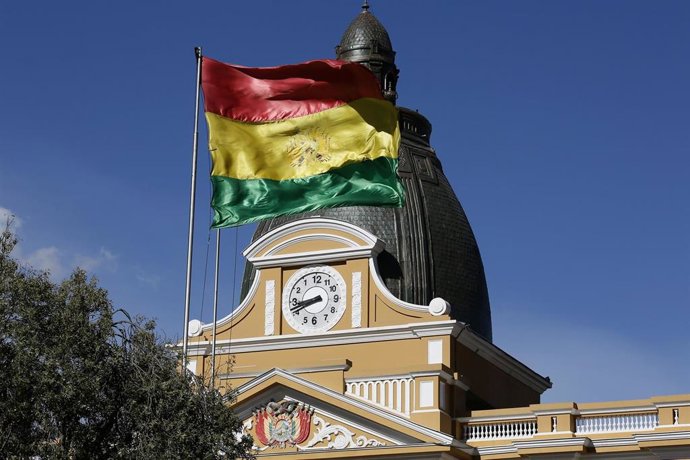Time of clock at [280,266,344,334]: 8:41
